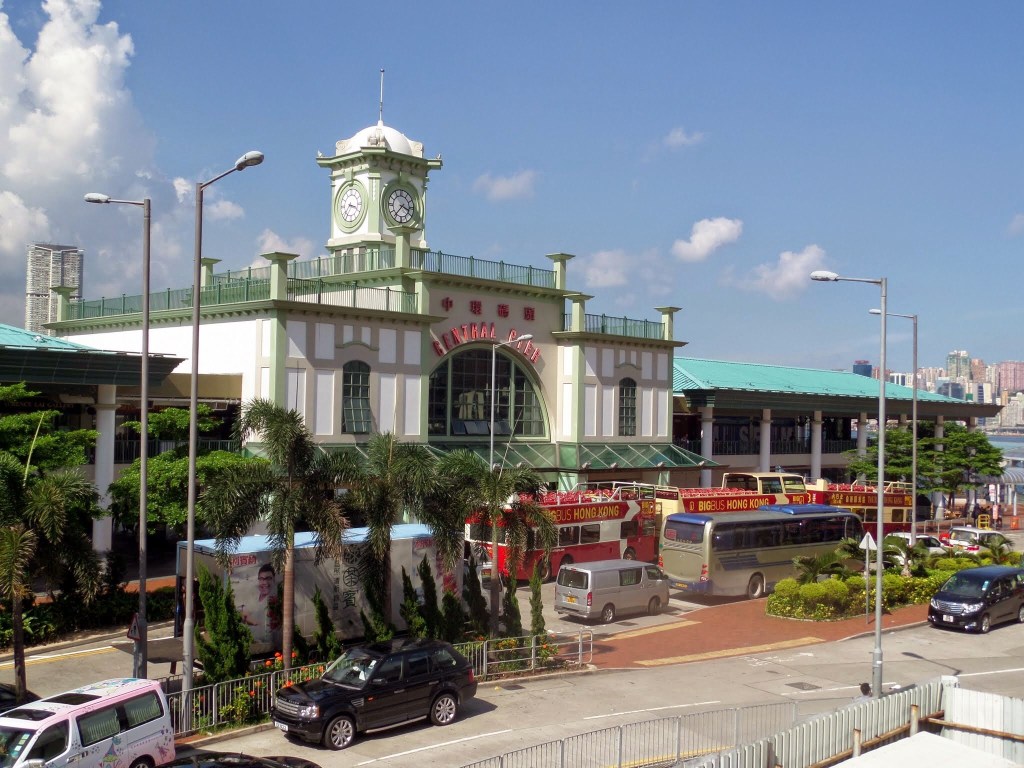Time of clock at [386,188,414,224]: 3:36
